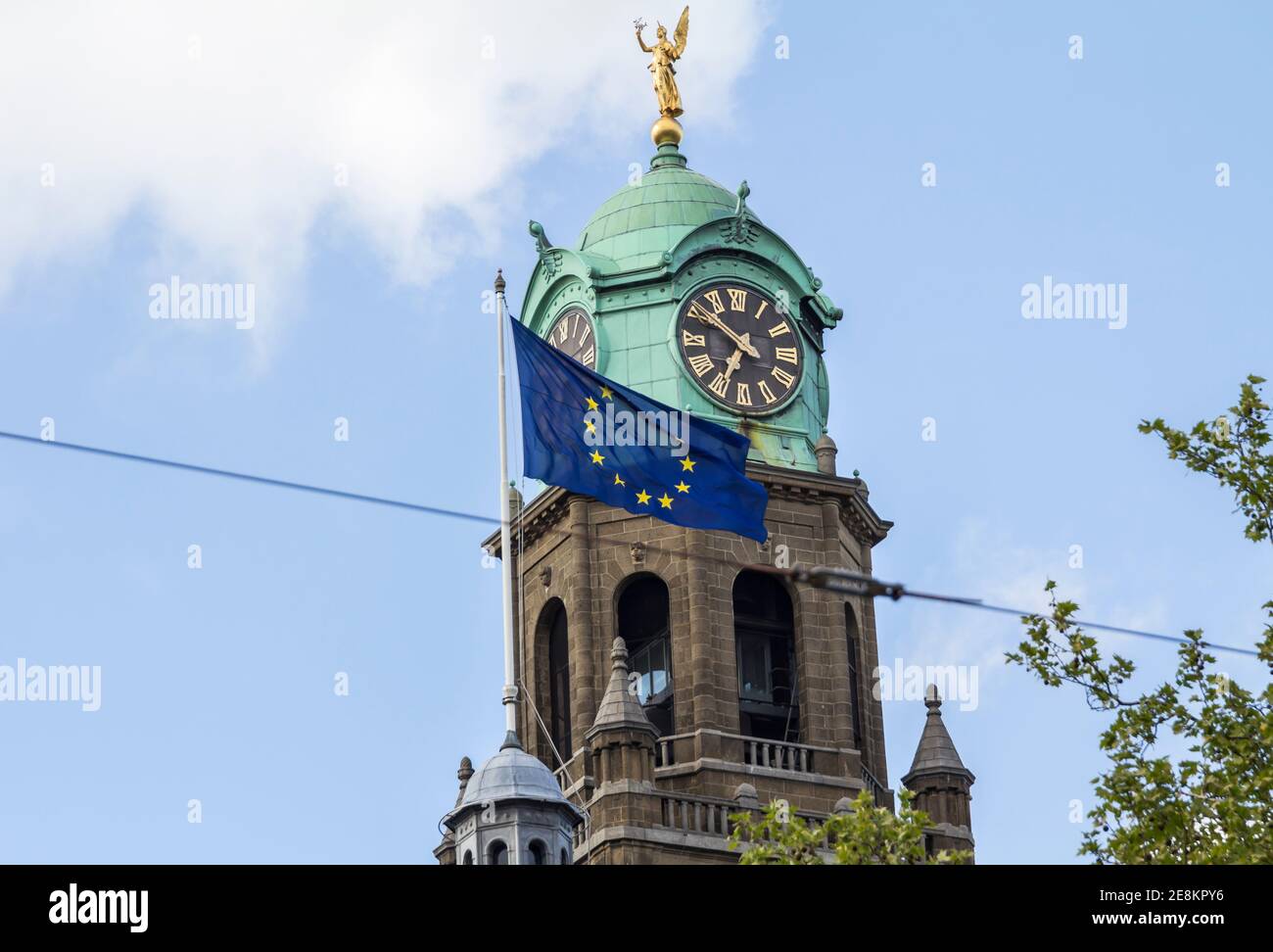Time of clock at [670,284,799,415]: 6:51
